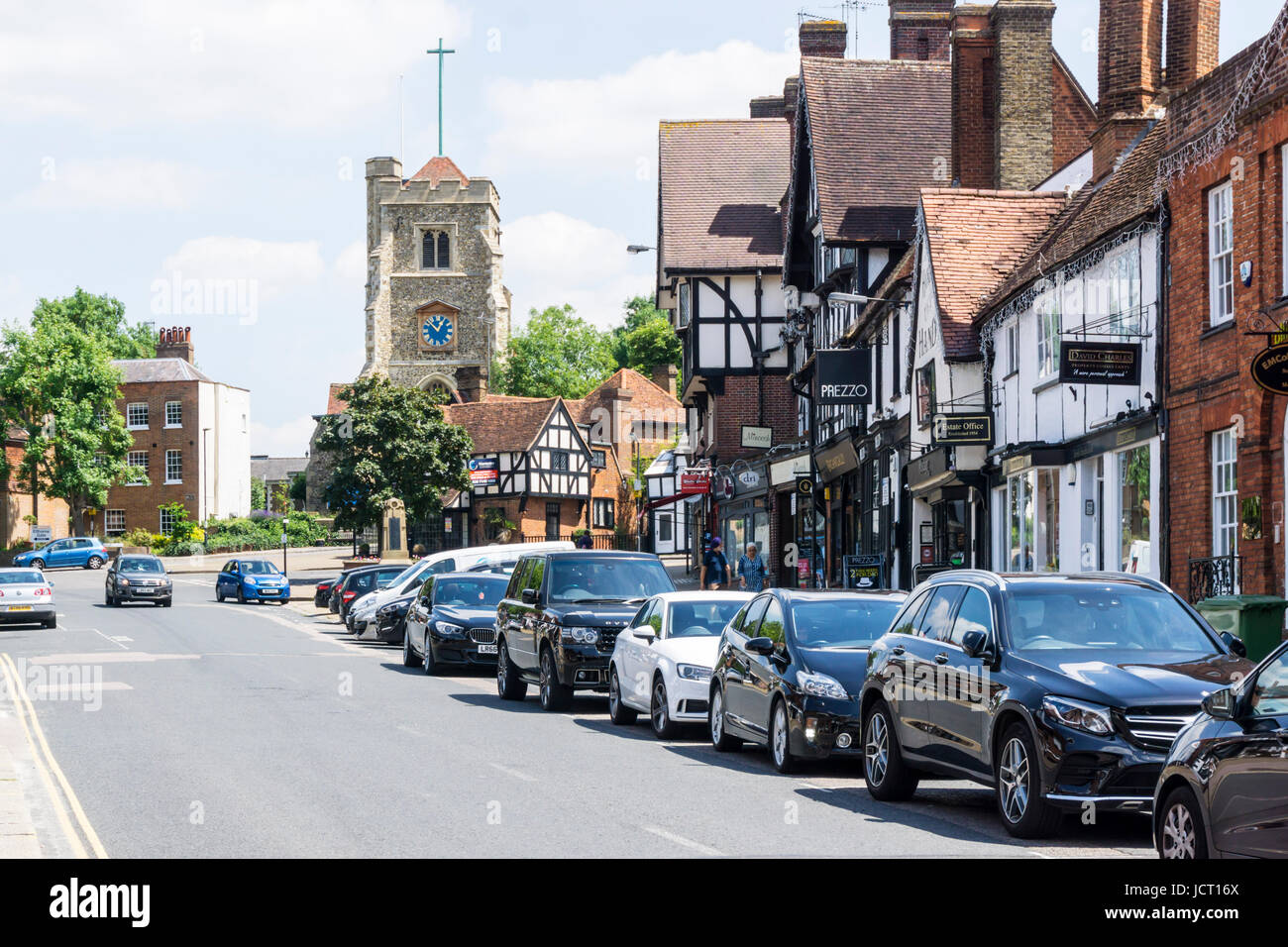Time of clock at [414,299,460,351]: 12:52
